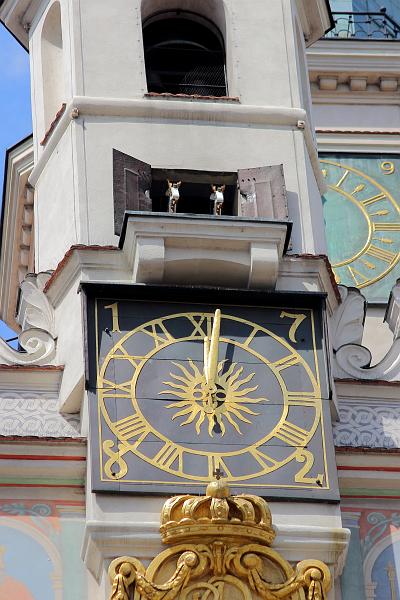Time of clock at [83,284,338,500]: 1:01
